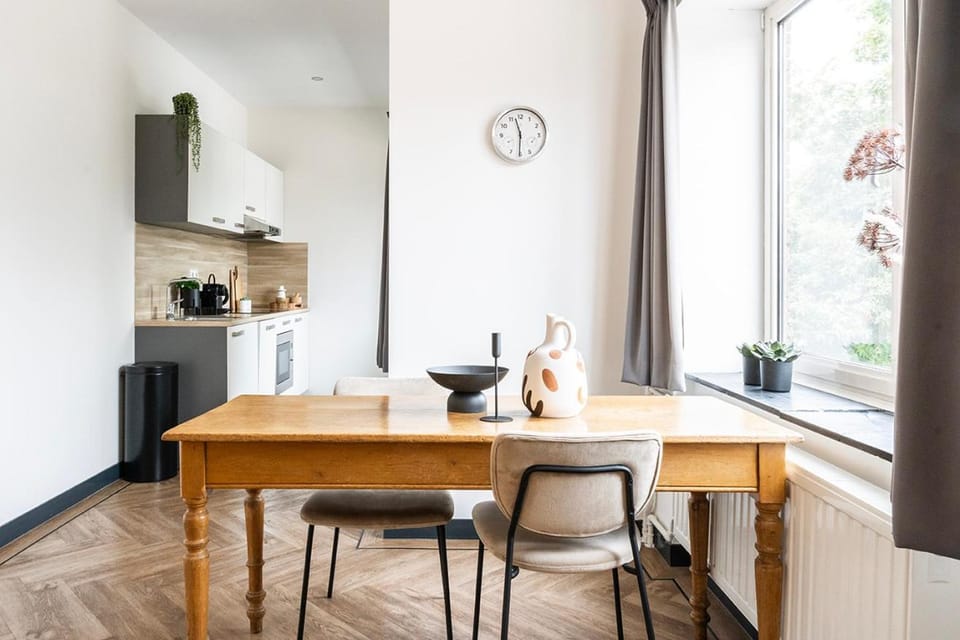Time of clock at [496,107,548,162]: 11:30
